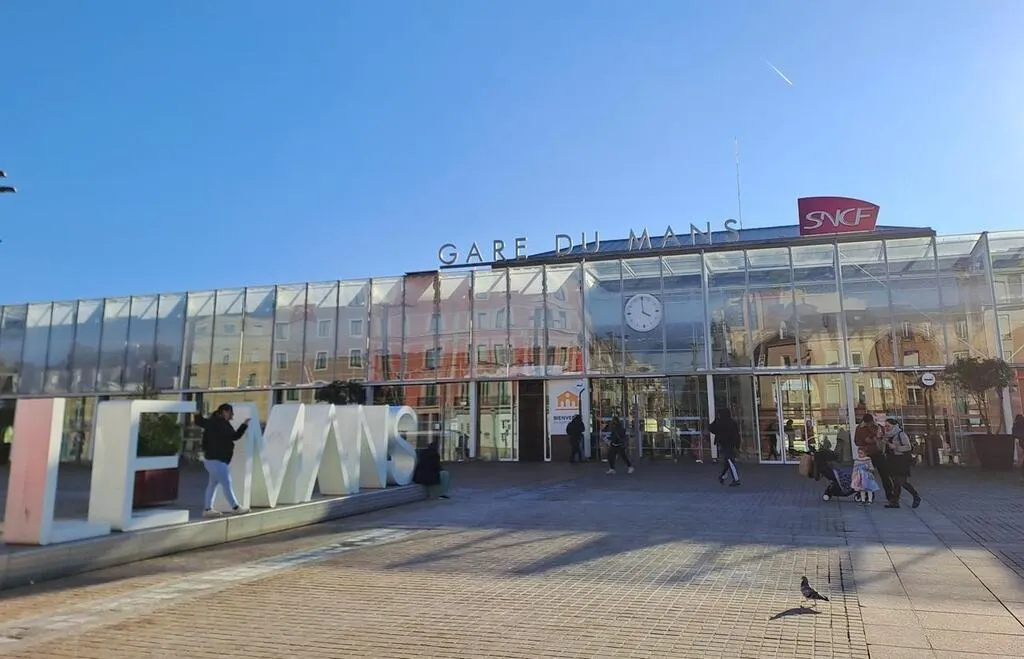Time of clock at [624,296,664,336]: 4:00
